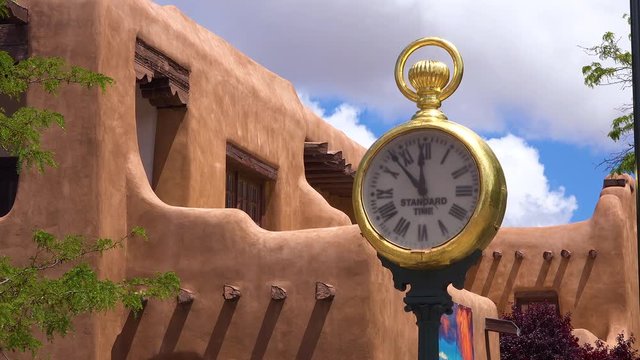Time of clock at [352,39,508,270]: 11:53
